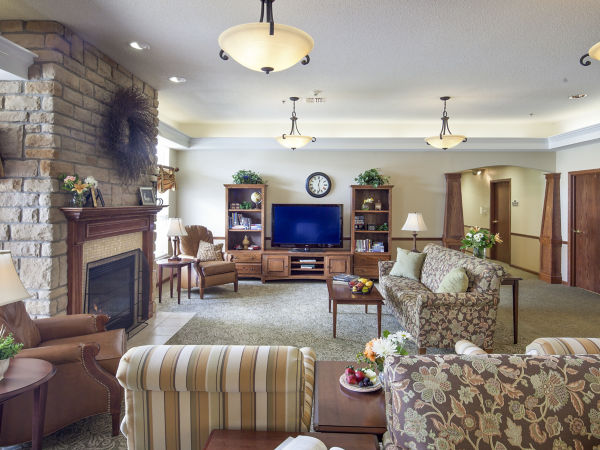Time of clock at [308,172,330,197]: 12:27
